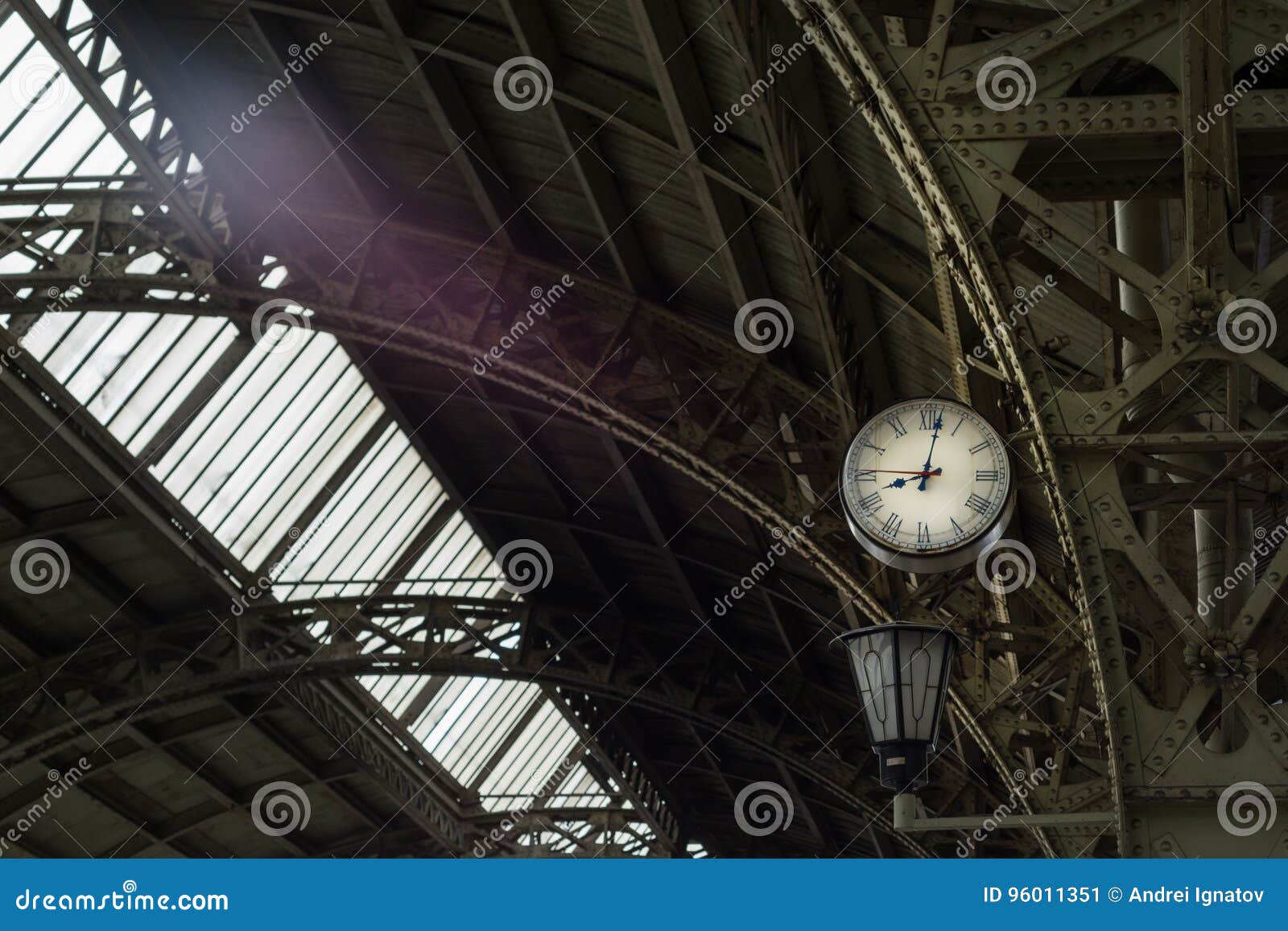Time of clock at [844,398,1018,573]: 9:01
